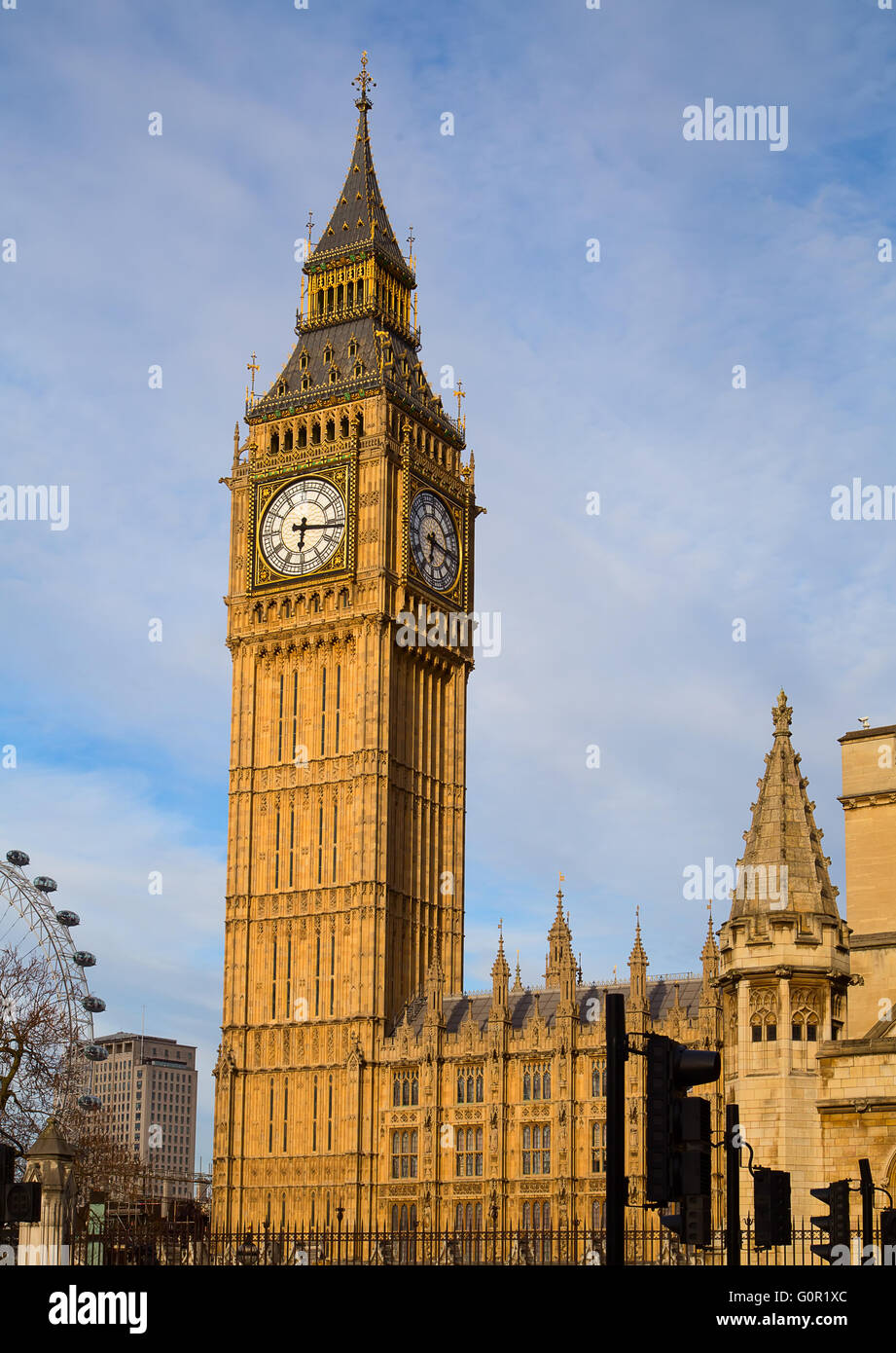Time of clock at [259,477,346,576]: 6:16
